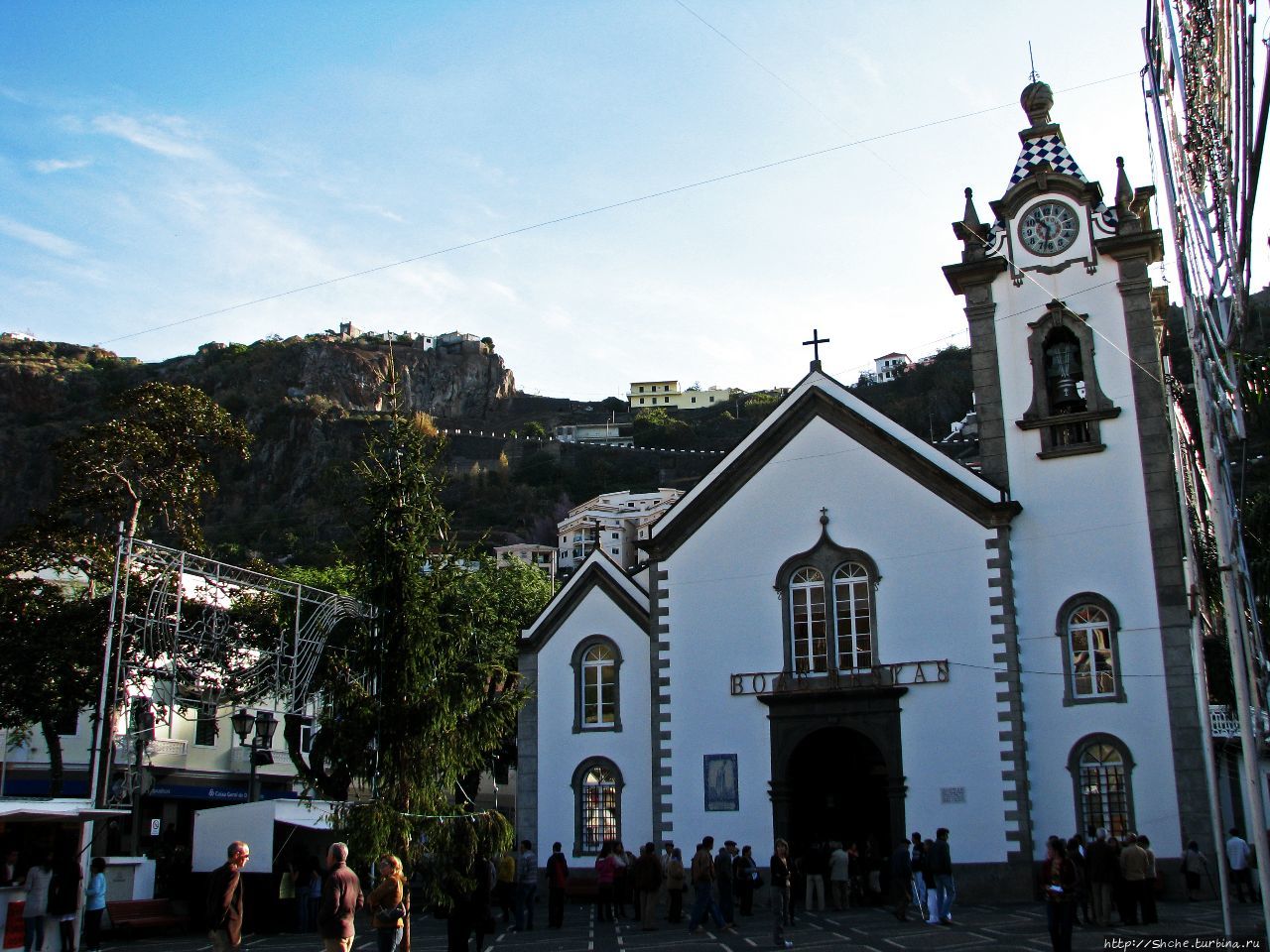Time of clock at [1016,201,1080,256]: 10:32
